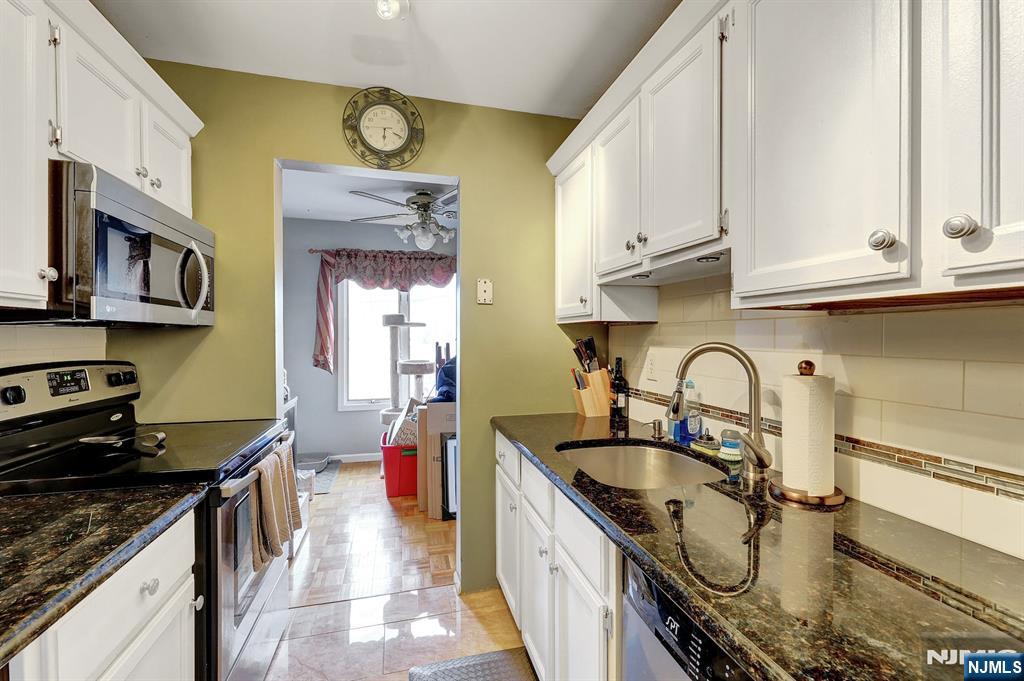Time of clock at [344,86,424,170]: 6:18
